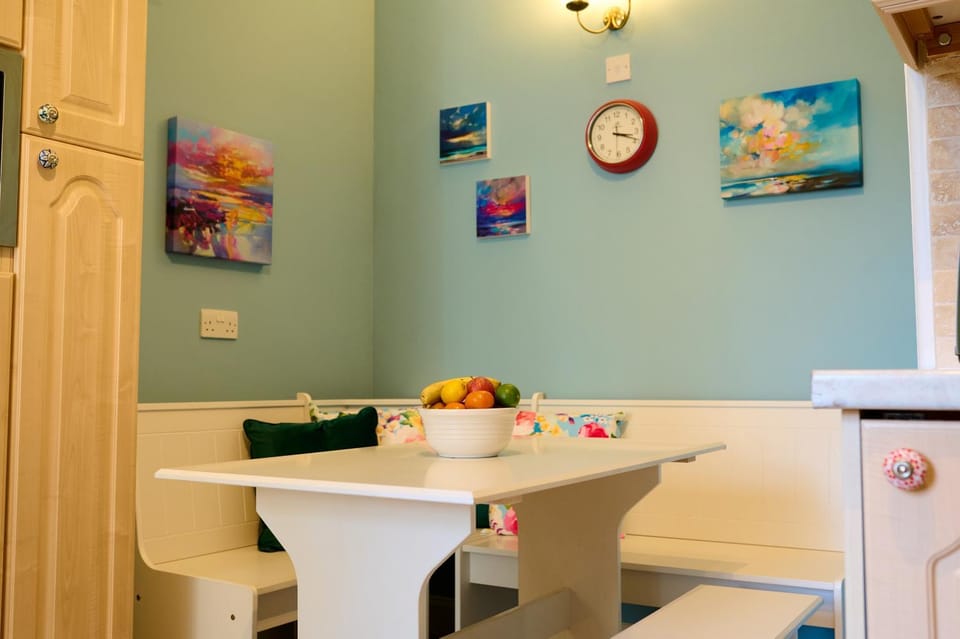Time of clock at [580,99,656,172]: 3:18
